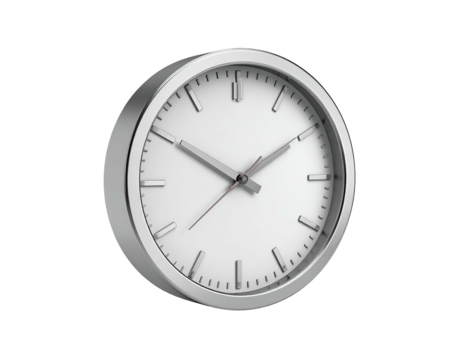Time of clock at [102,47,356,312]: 1:50
